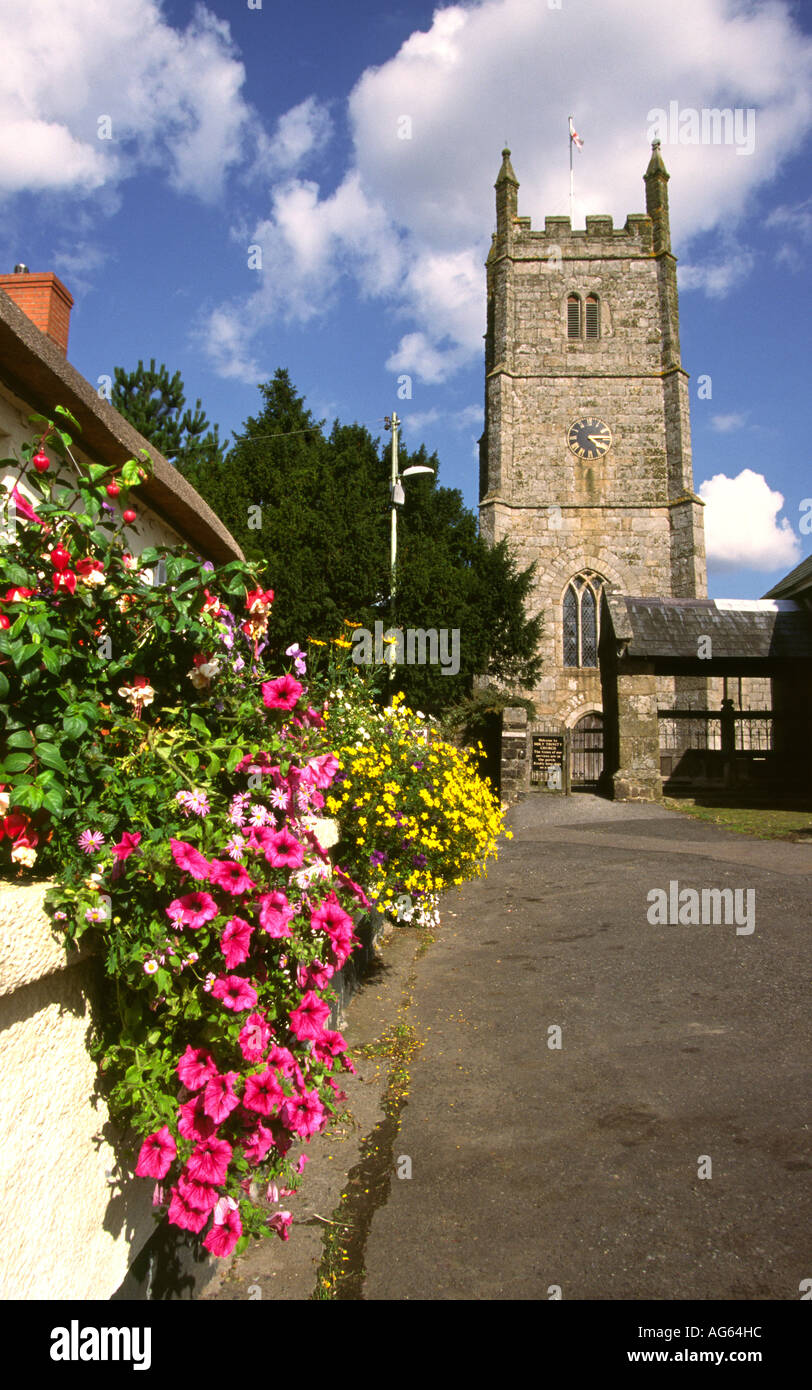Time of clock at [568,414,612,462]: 4:14
